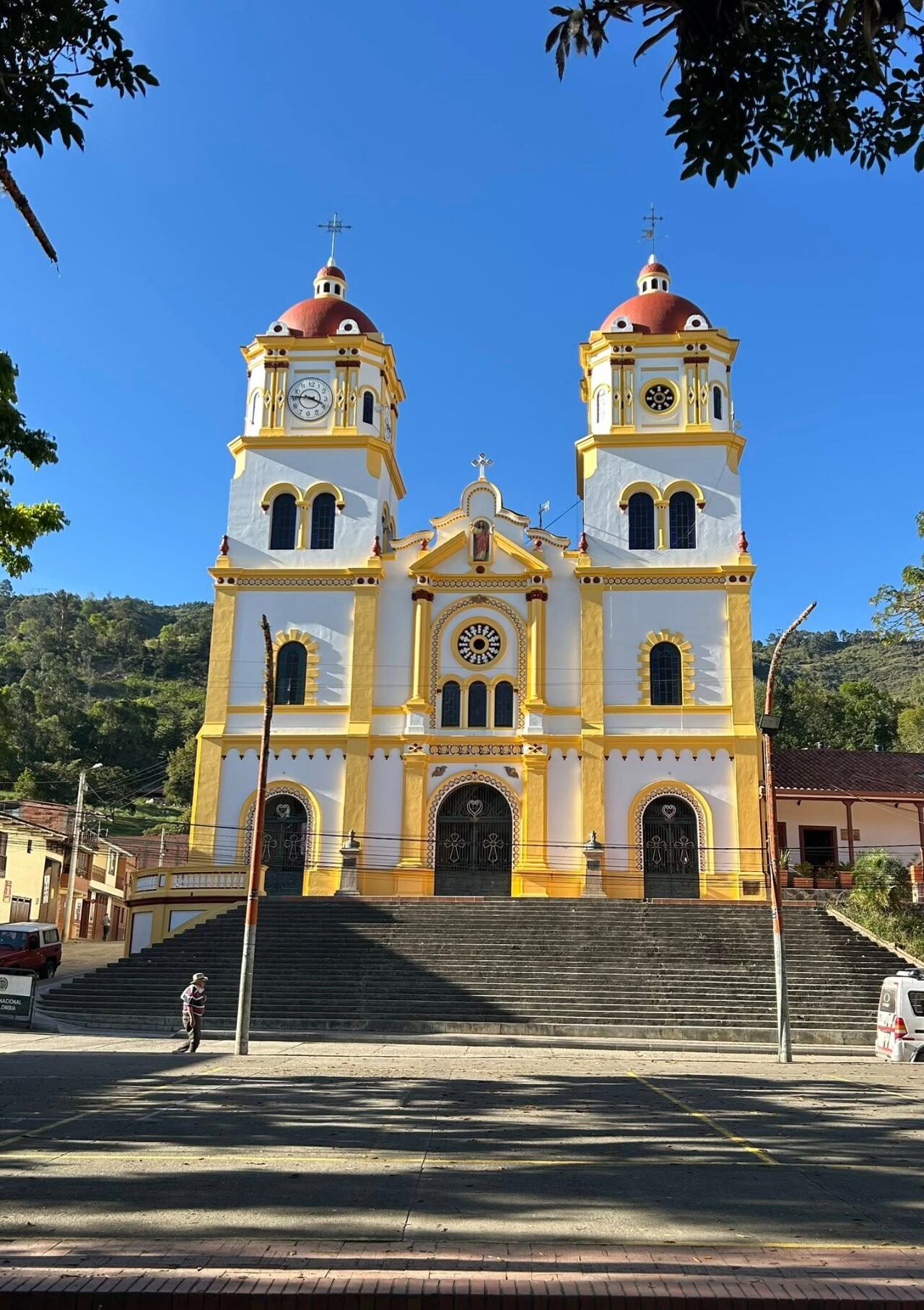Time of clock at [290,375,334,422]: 3:45
